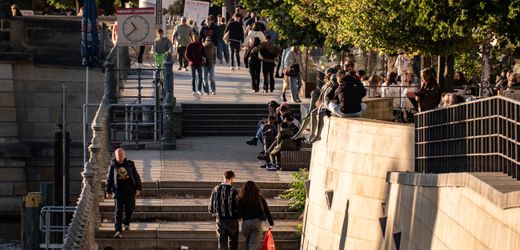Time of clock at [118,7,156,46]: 10:38
